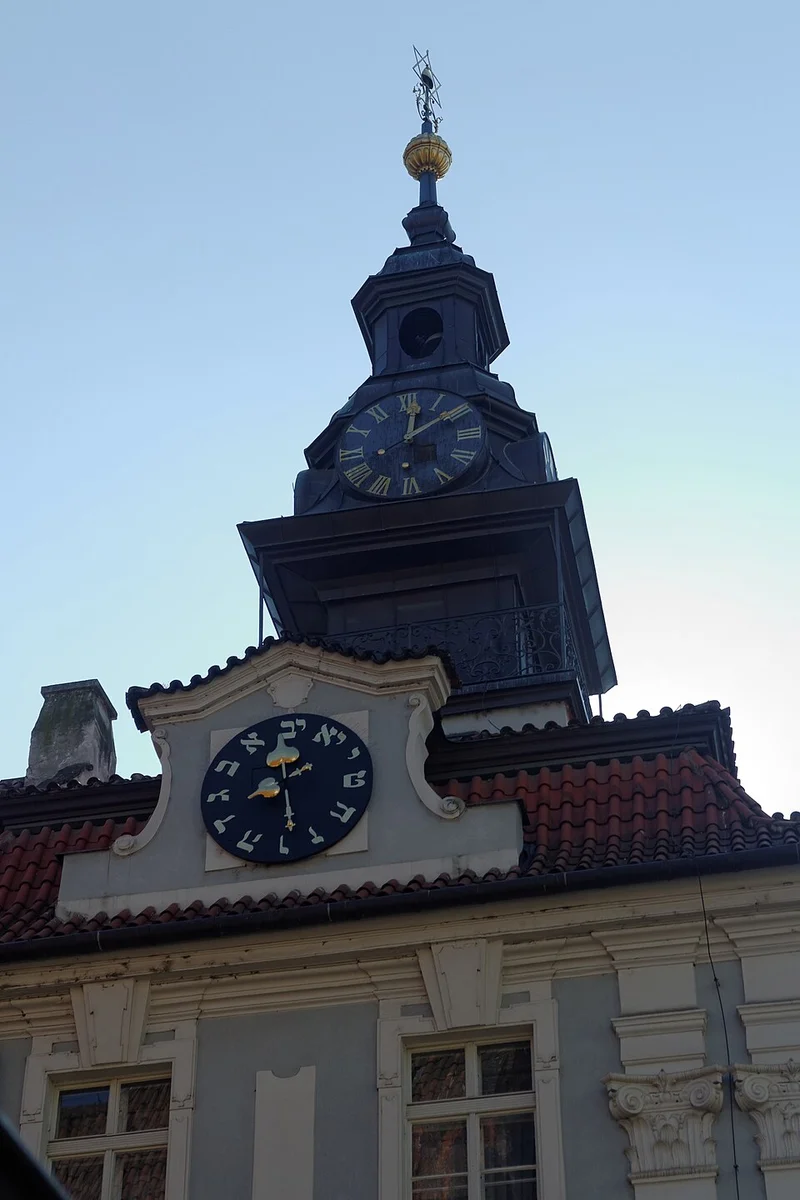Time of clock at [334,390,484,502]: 12:09
